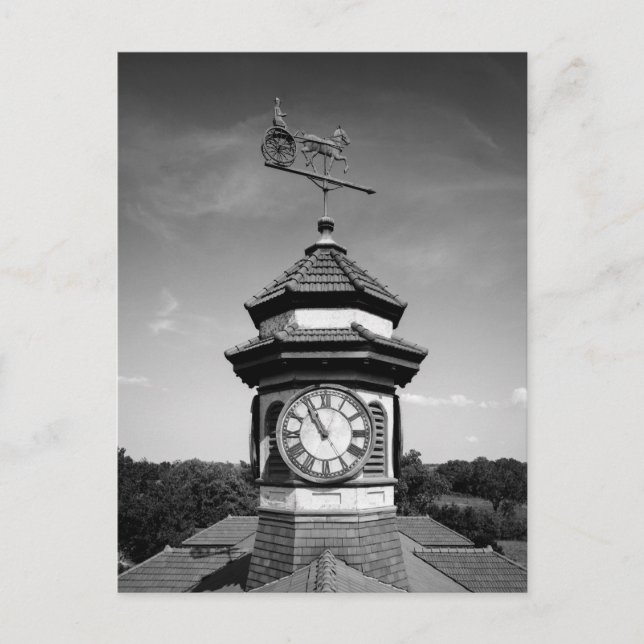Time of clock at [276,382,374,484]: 10:55
